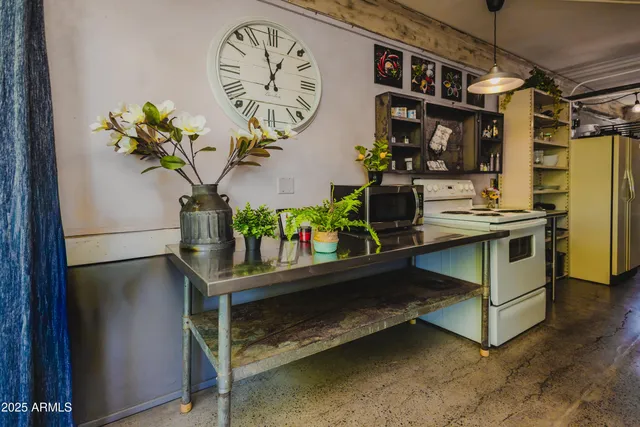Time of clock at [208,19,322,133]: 12:57
